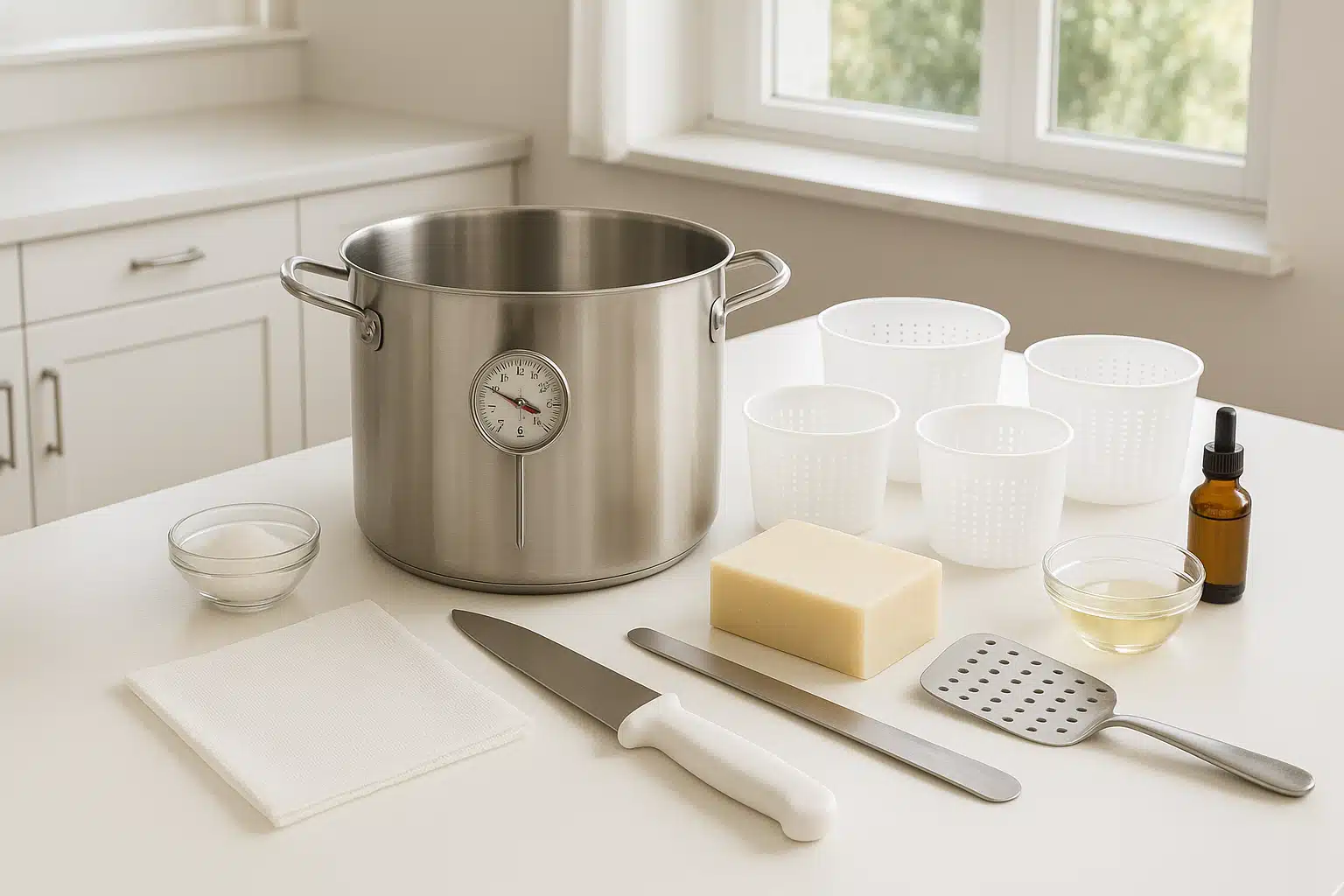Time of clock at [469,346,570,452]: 3:49
